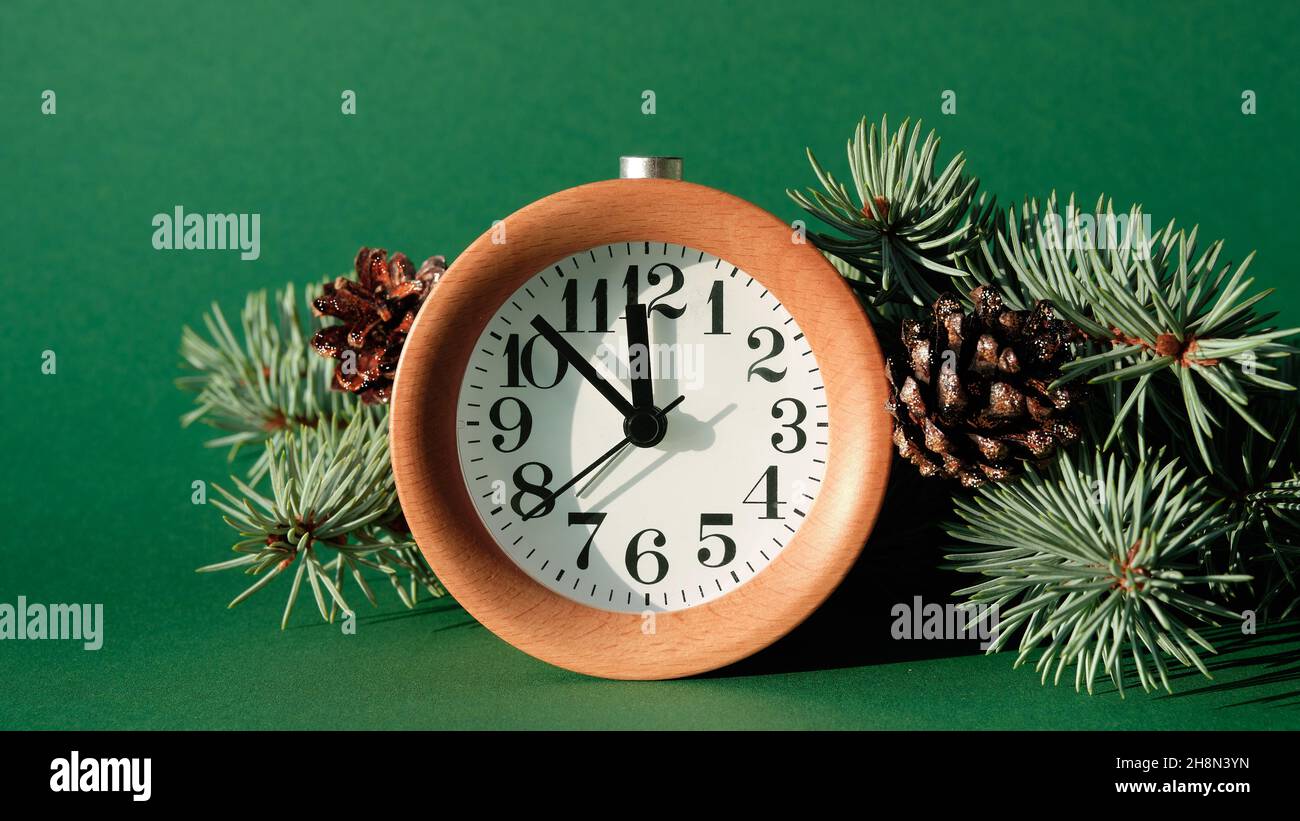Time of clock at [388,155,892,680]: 11:52
